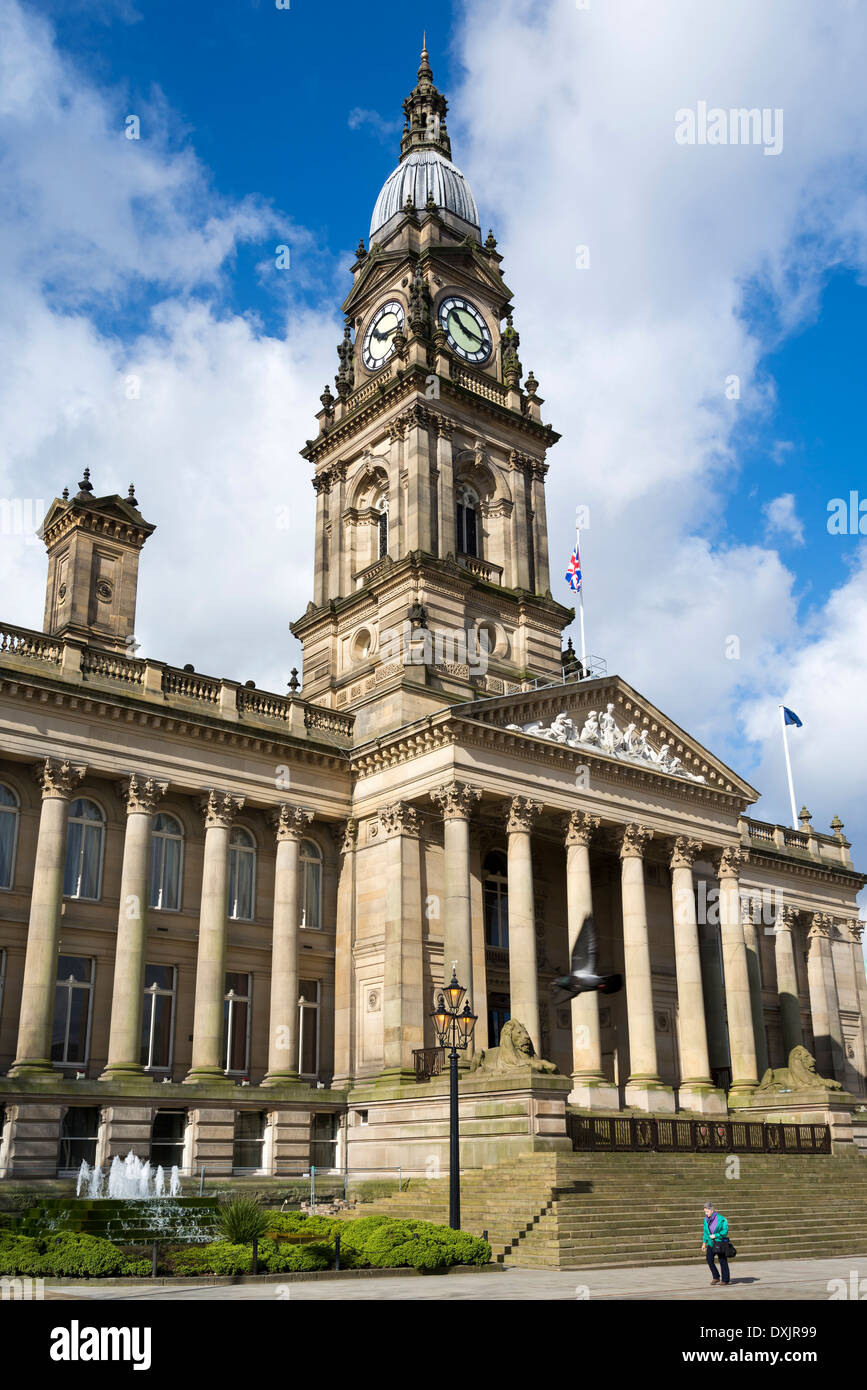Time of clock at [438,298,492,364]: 10:17
